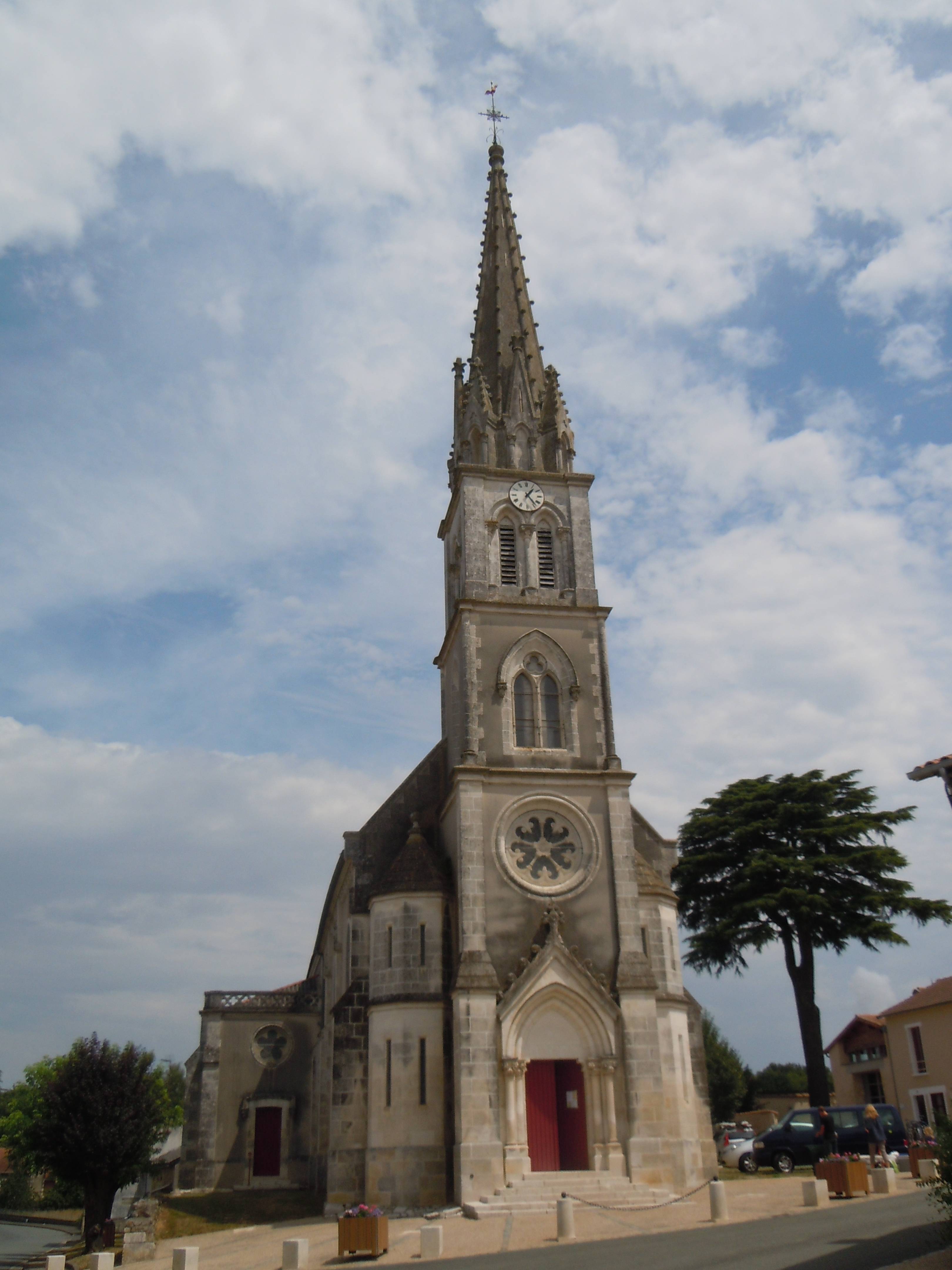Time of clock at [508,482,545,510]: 1:23
